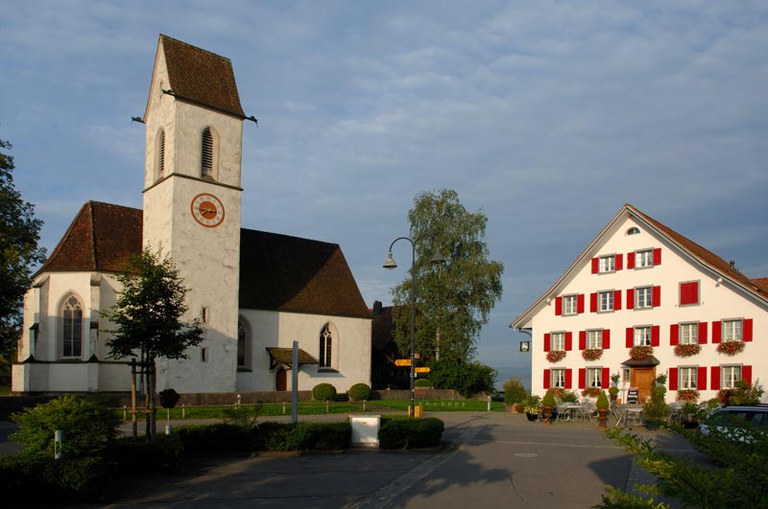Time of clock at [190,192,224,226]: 7:44
